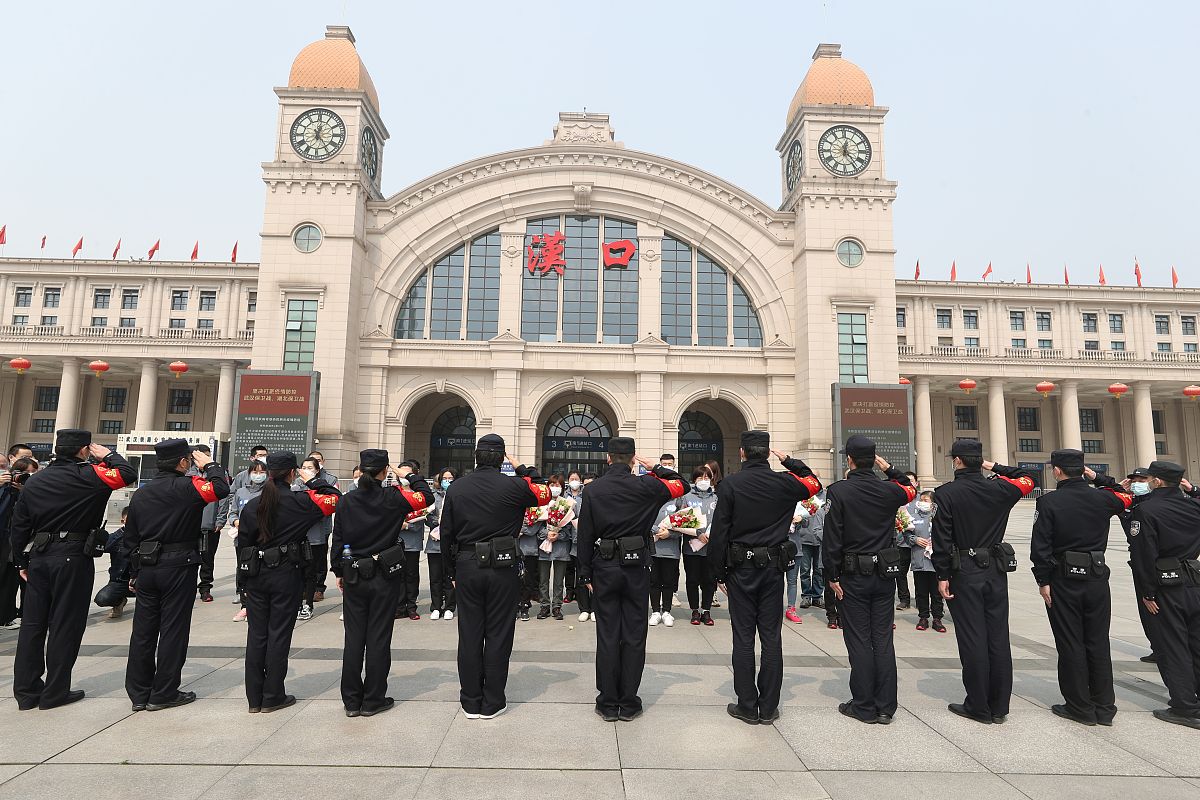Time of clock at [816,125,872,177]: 12:23
